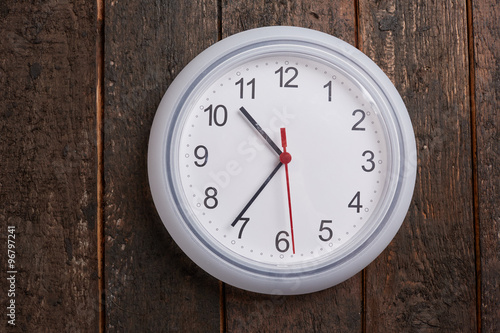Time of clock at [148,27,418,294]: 10:36
